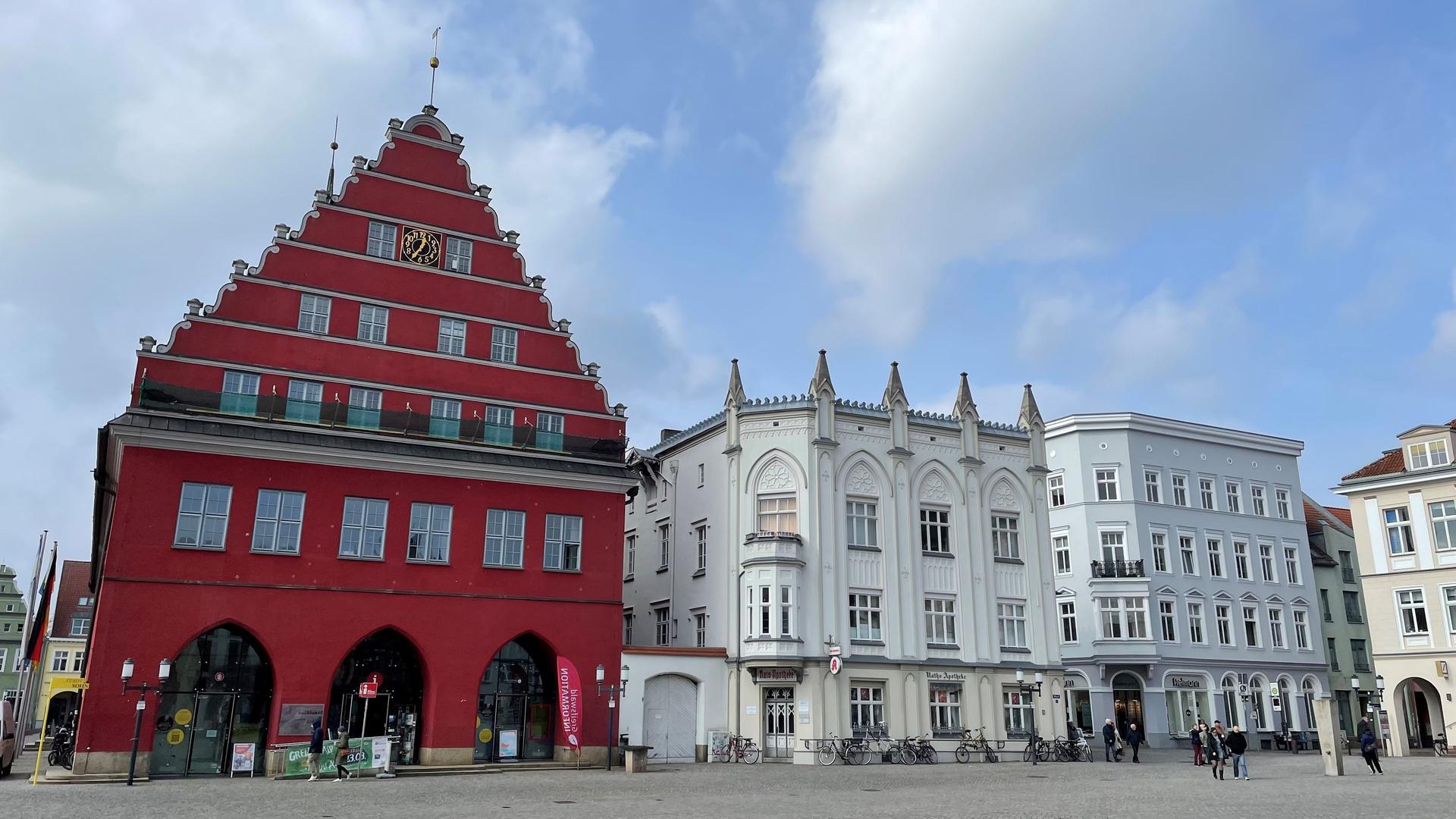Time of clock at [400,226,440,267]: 12:35
